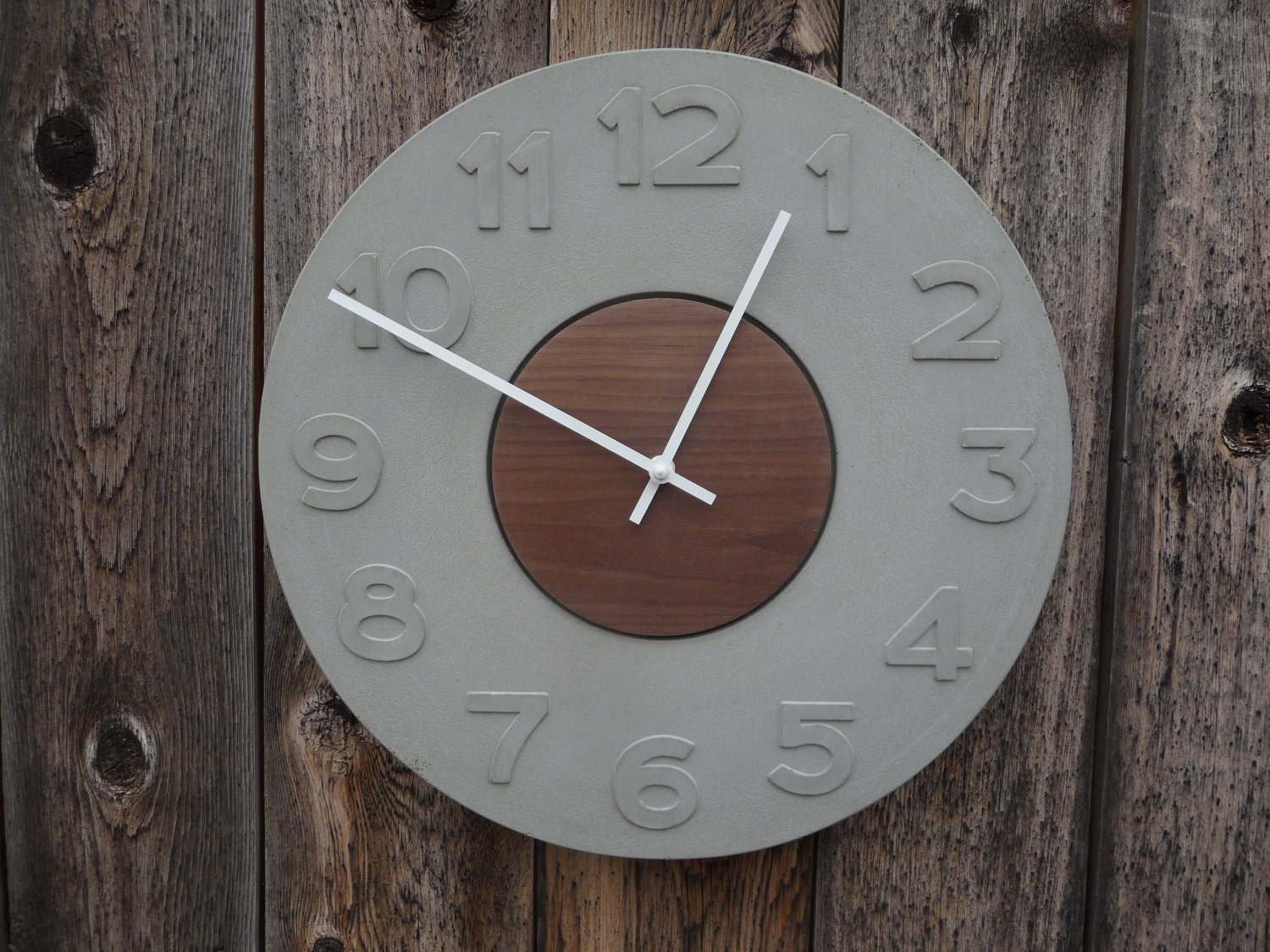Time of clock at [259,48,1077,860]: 12:49
